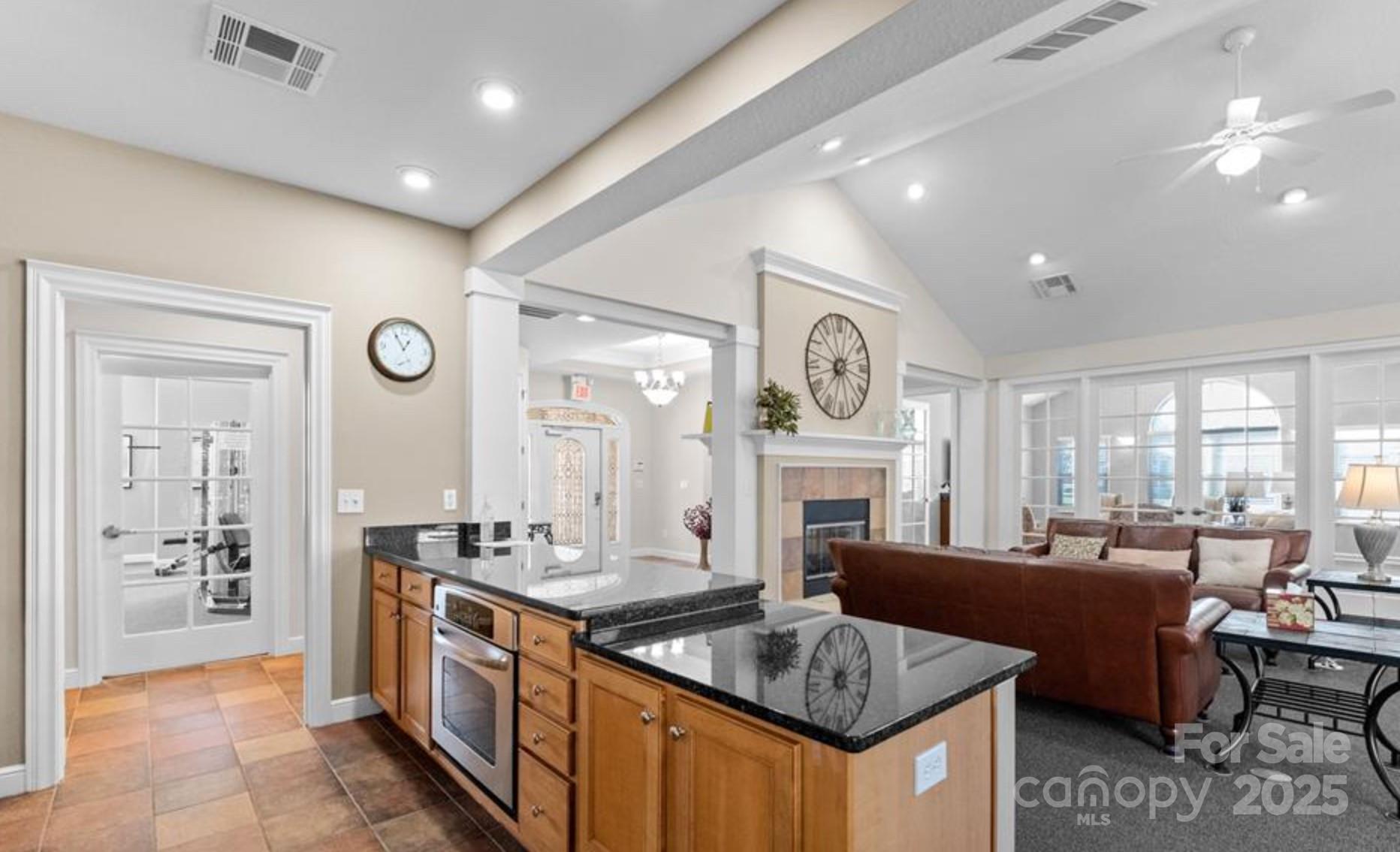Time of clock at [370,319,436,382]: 12:55
